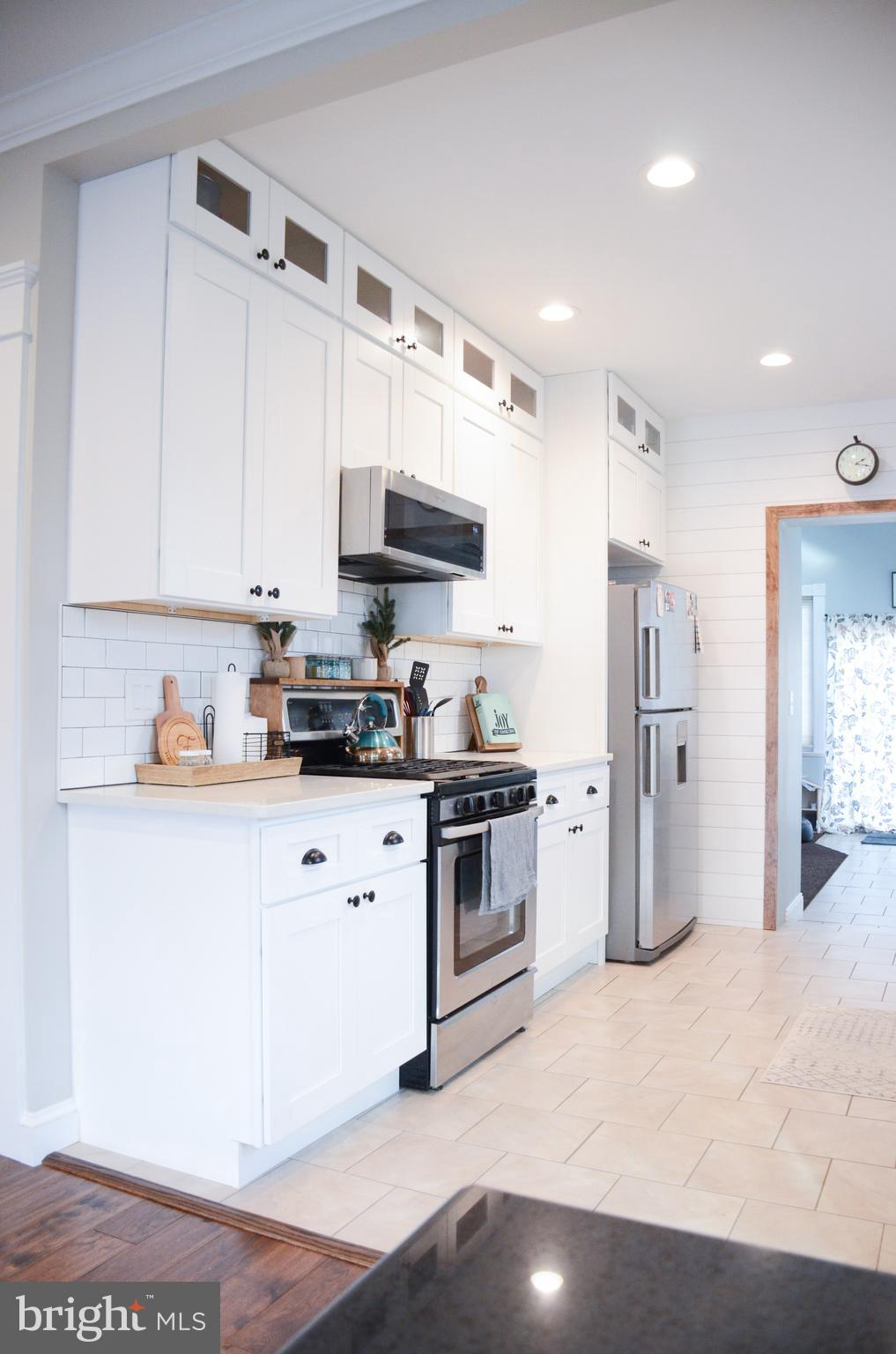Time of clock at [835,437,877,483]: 2:18
